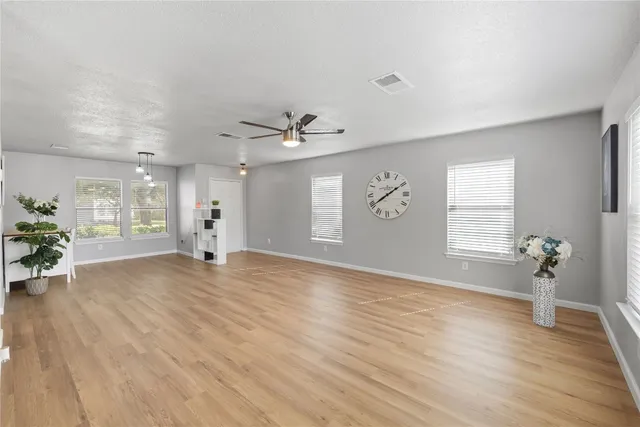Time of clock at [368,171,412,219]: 8:09
